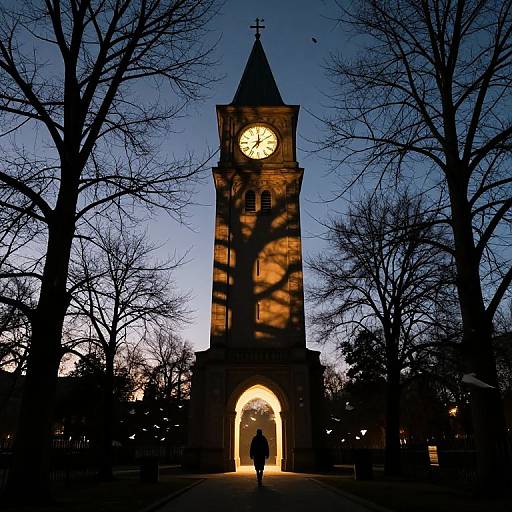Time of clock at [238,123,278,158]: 12:09
